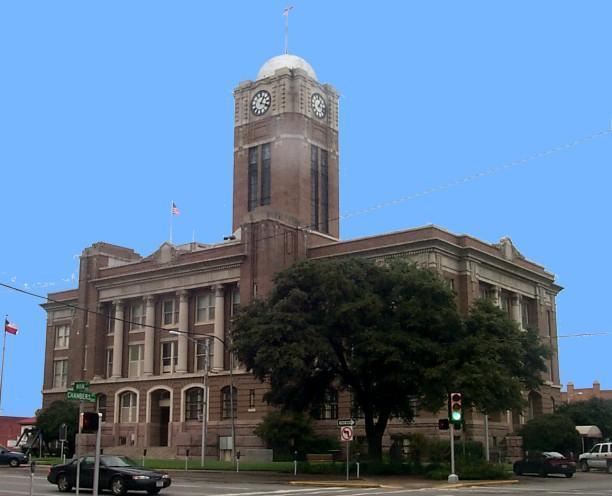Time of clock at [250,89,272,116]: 1:18
